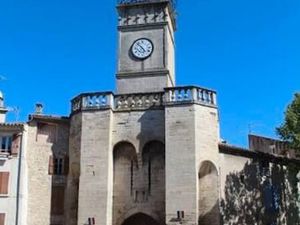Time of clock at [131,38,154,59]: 4:52
